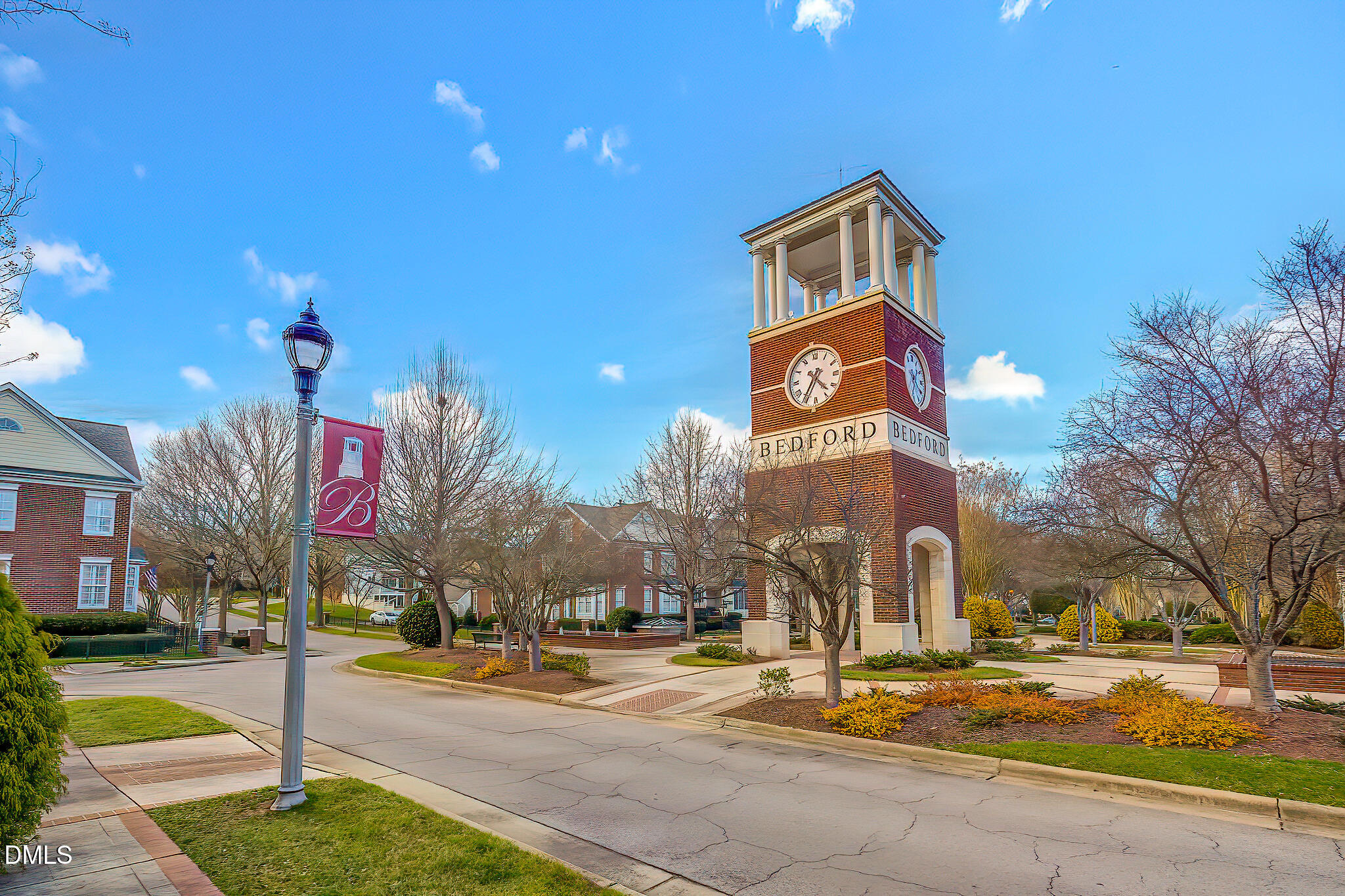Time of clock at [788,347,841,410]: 4:35
